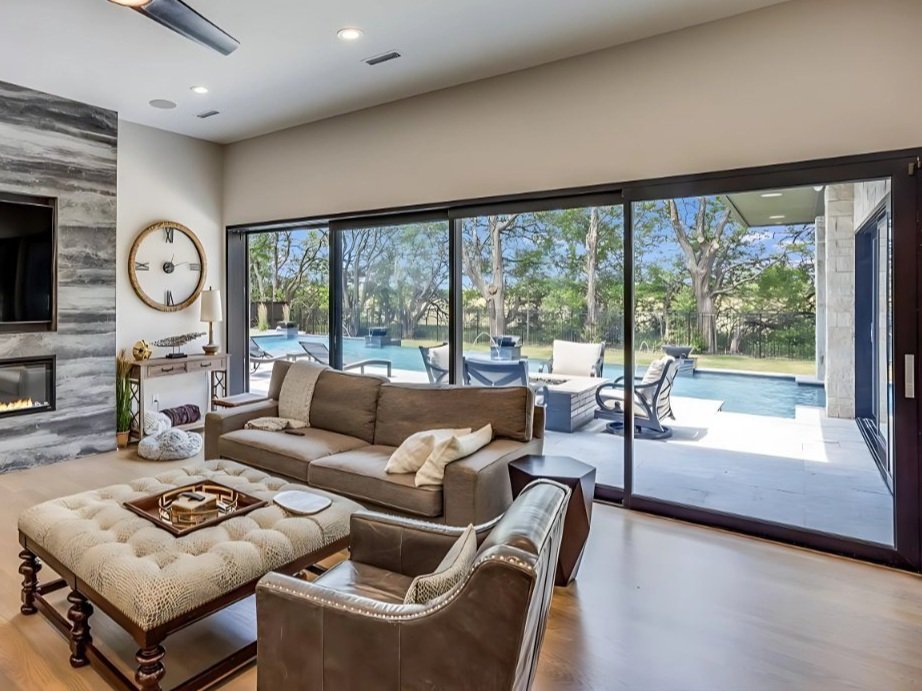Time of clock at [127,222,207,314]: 12:13
